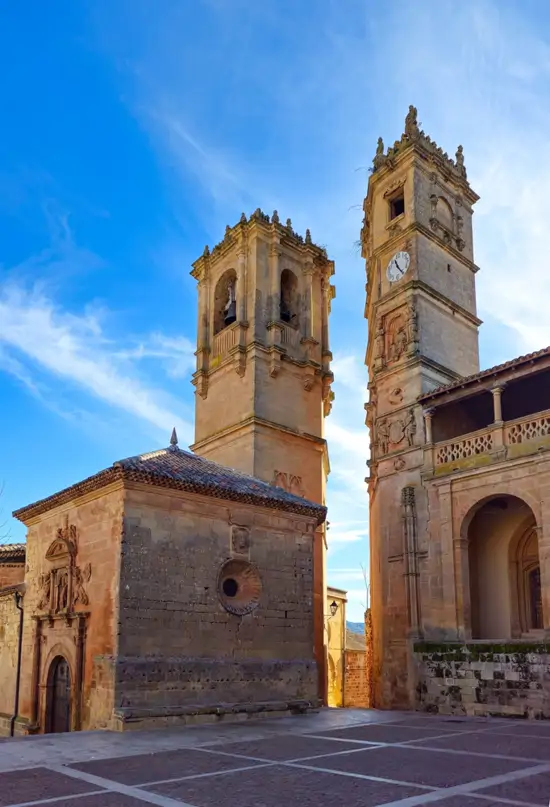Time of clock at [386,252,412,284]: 11:22
